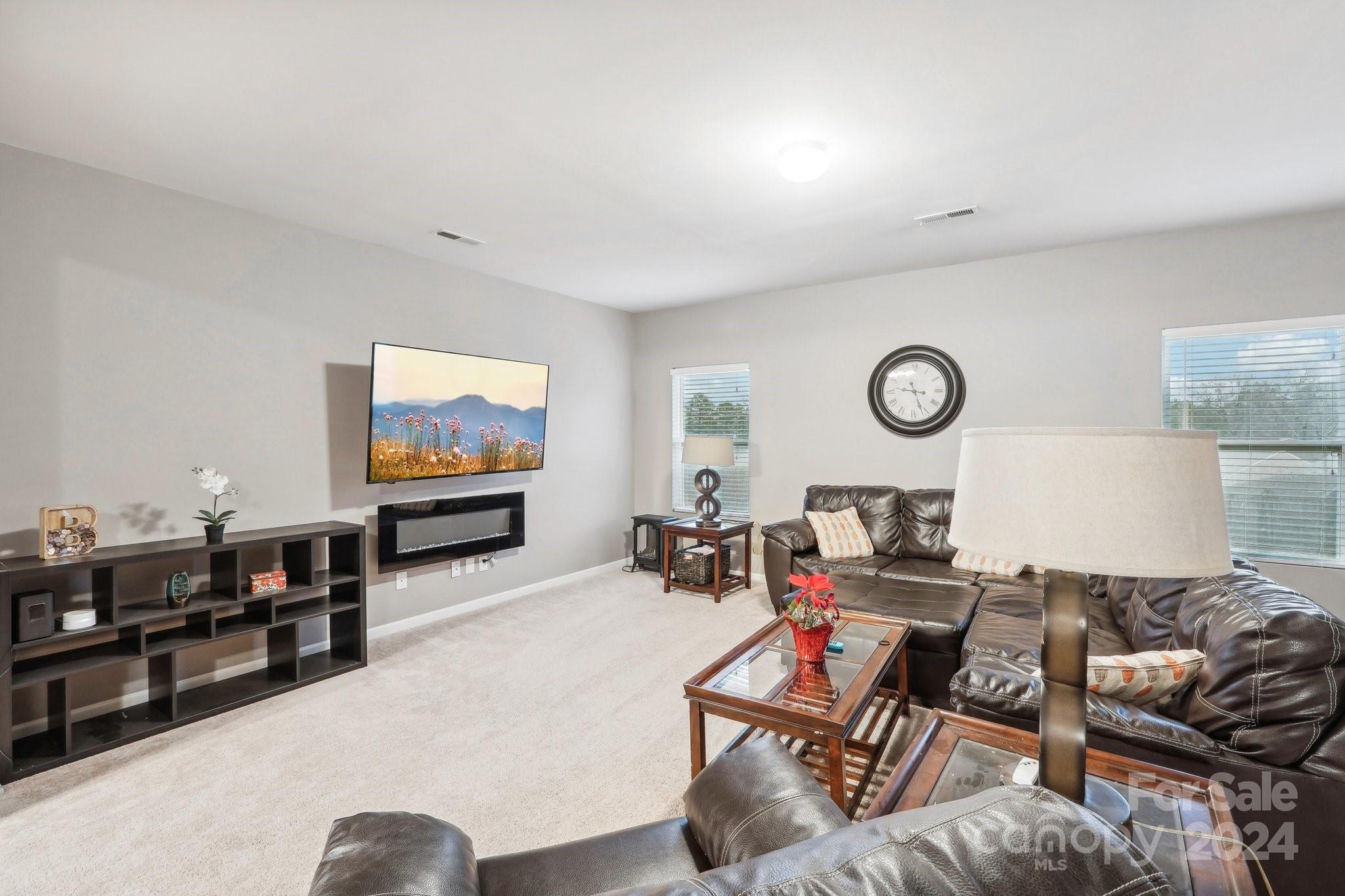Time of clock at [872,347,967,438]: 9:26
